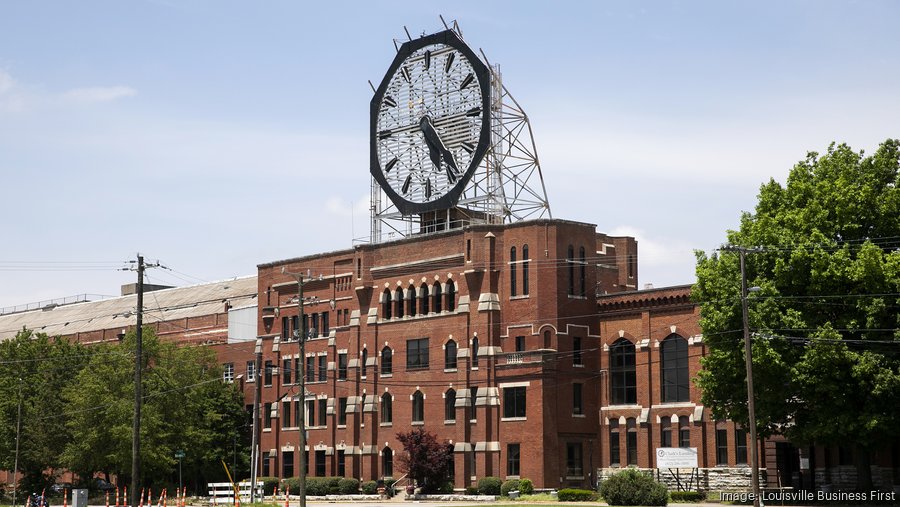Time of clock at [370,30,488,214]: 5:24
